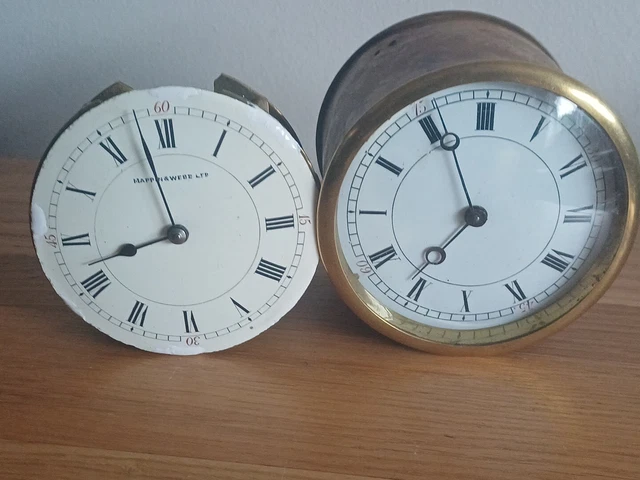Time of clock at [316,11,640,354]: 6:56
